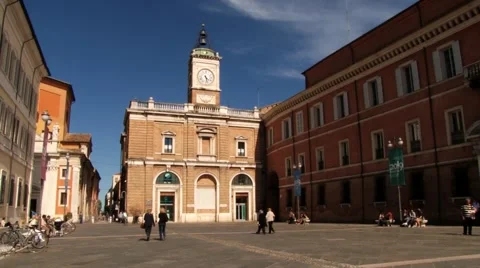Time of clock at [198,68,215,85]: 4:27
